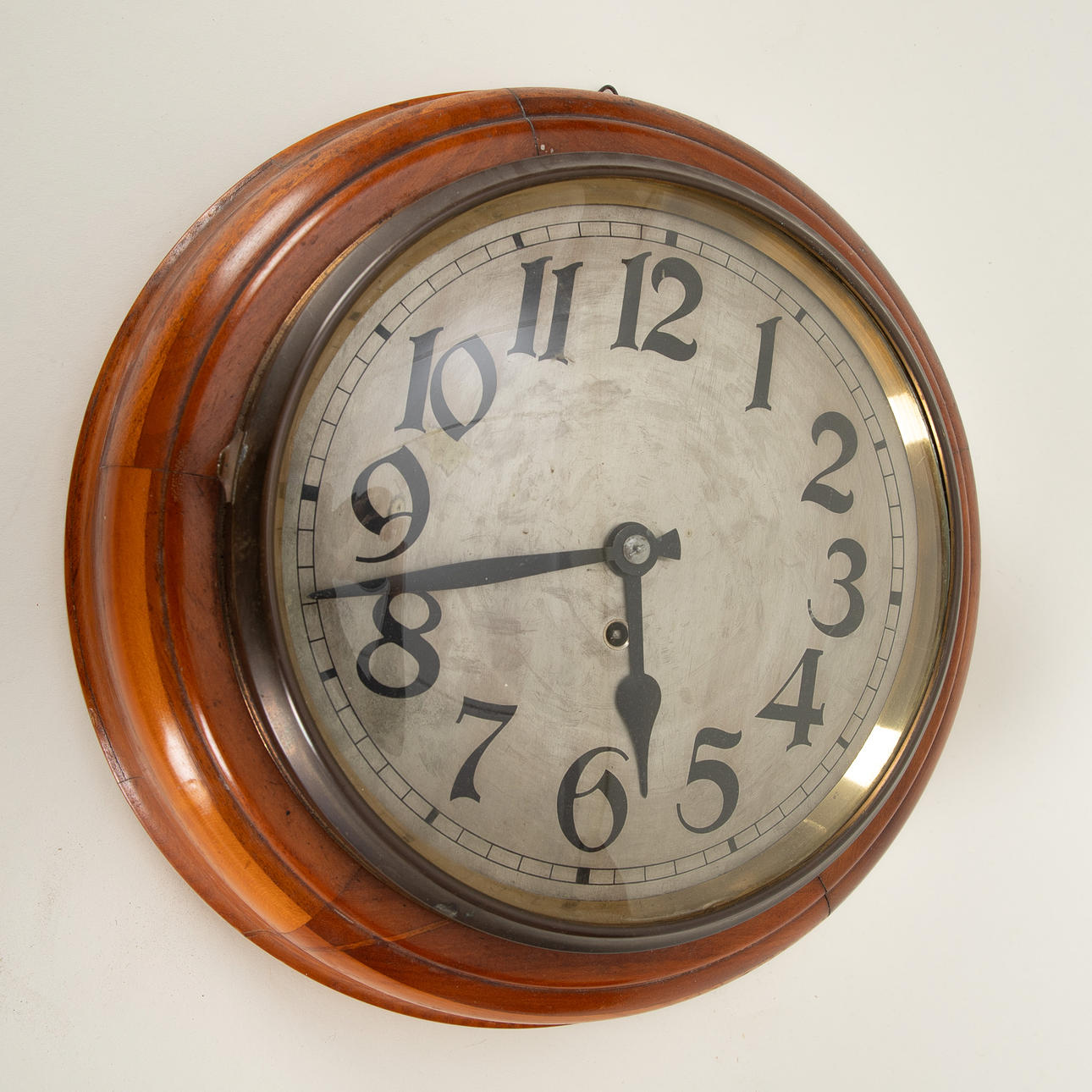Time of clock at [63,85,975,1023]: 5:42
